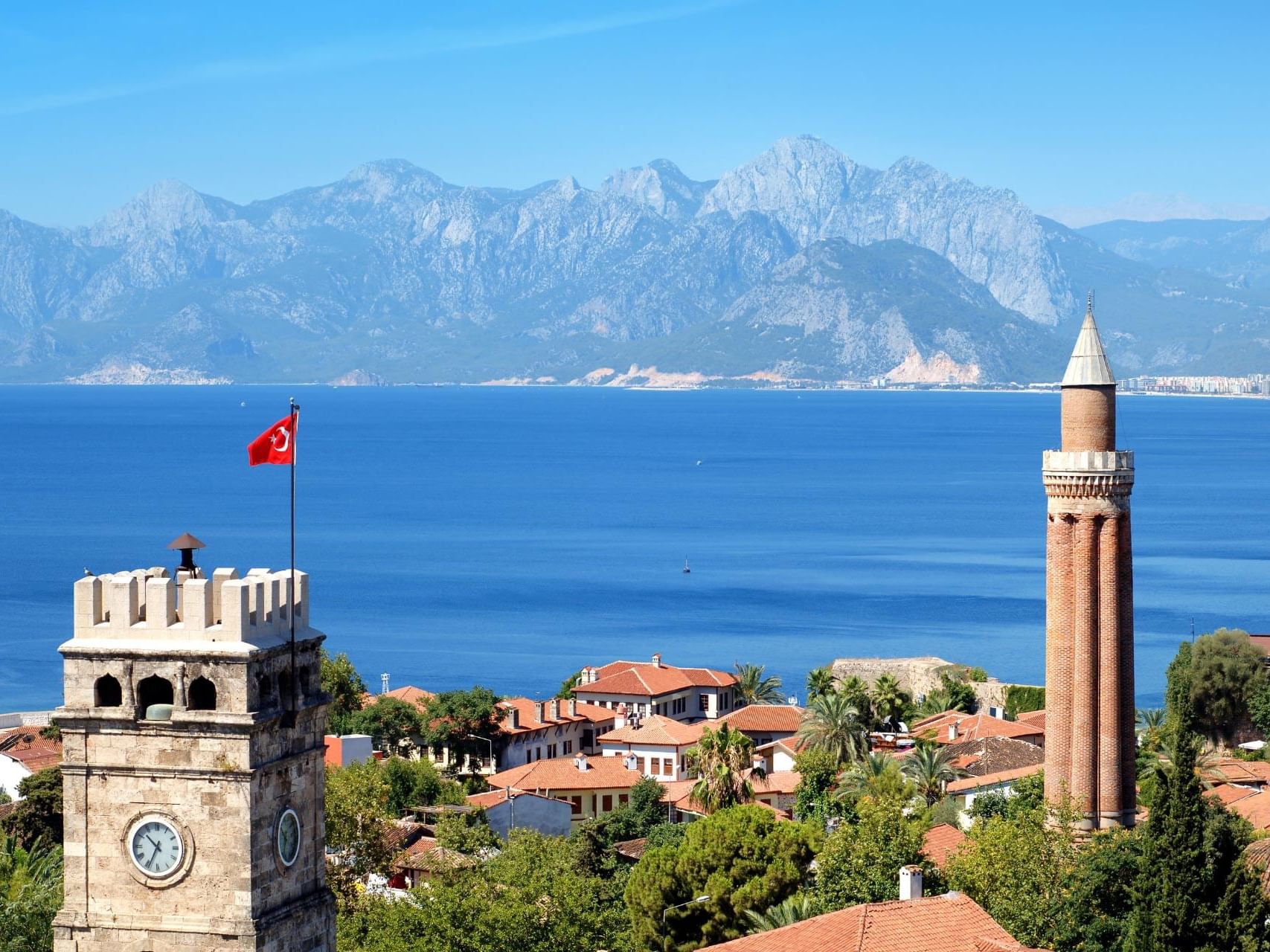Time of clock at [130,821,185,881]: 10:34
